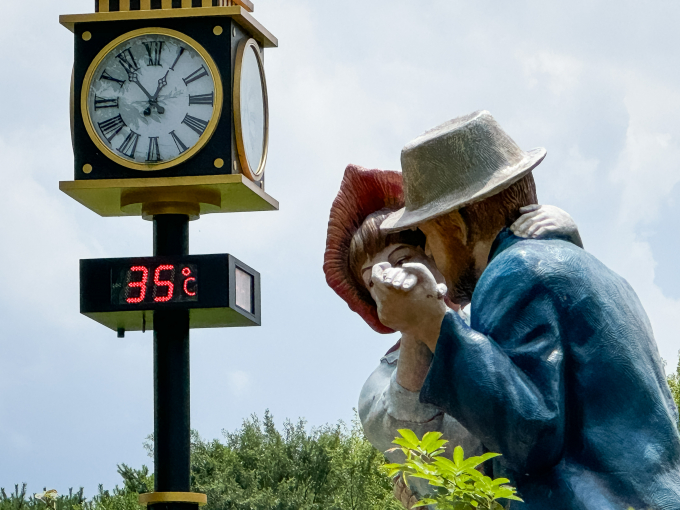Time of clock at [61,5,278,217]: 12:53
